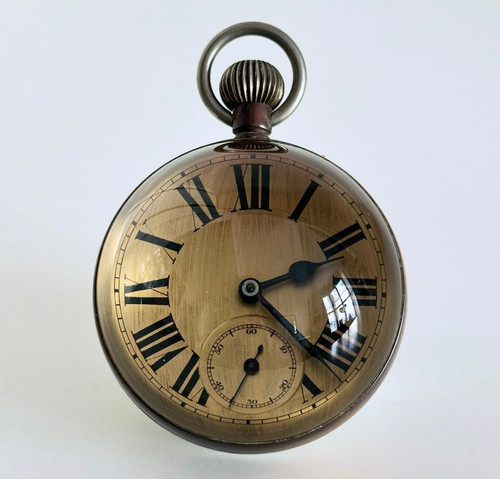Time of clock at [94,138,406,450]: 2:21
